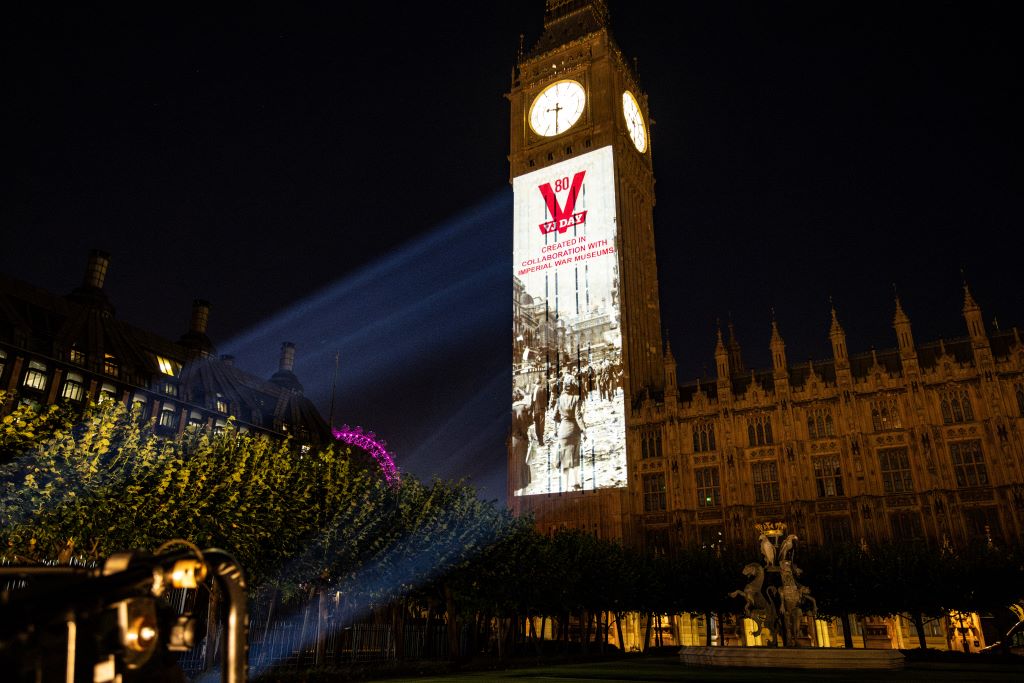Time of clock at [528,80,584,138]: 9:30
